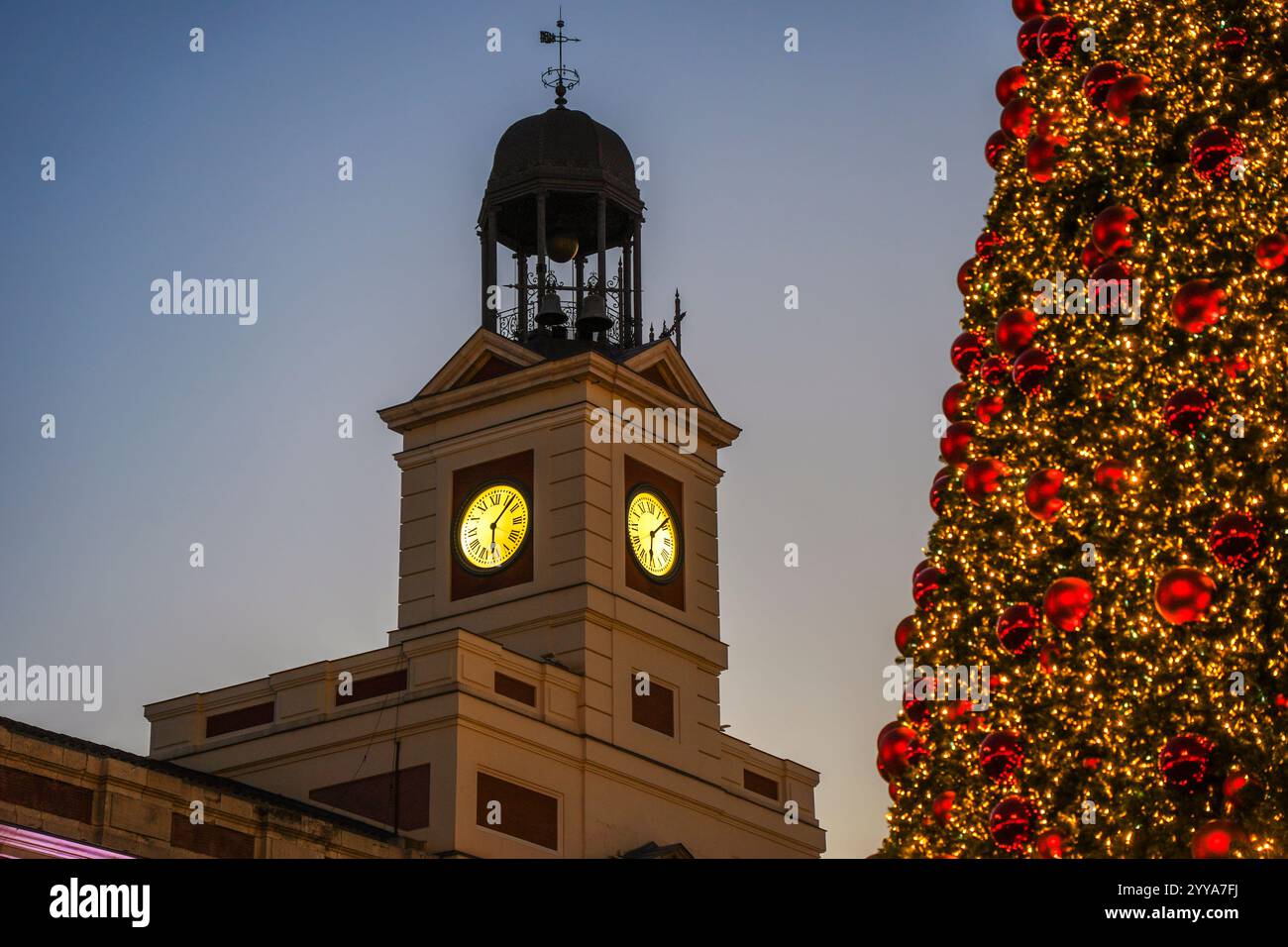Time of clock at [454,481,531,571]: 6:07
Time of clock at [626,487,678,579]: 6:08
